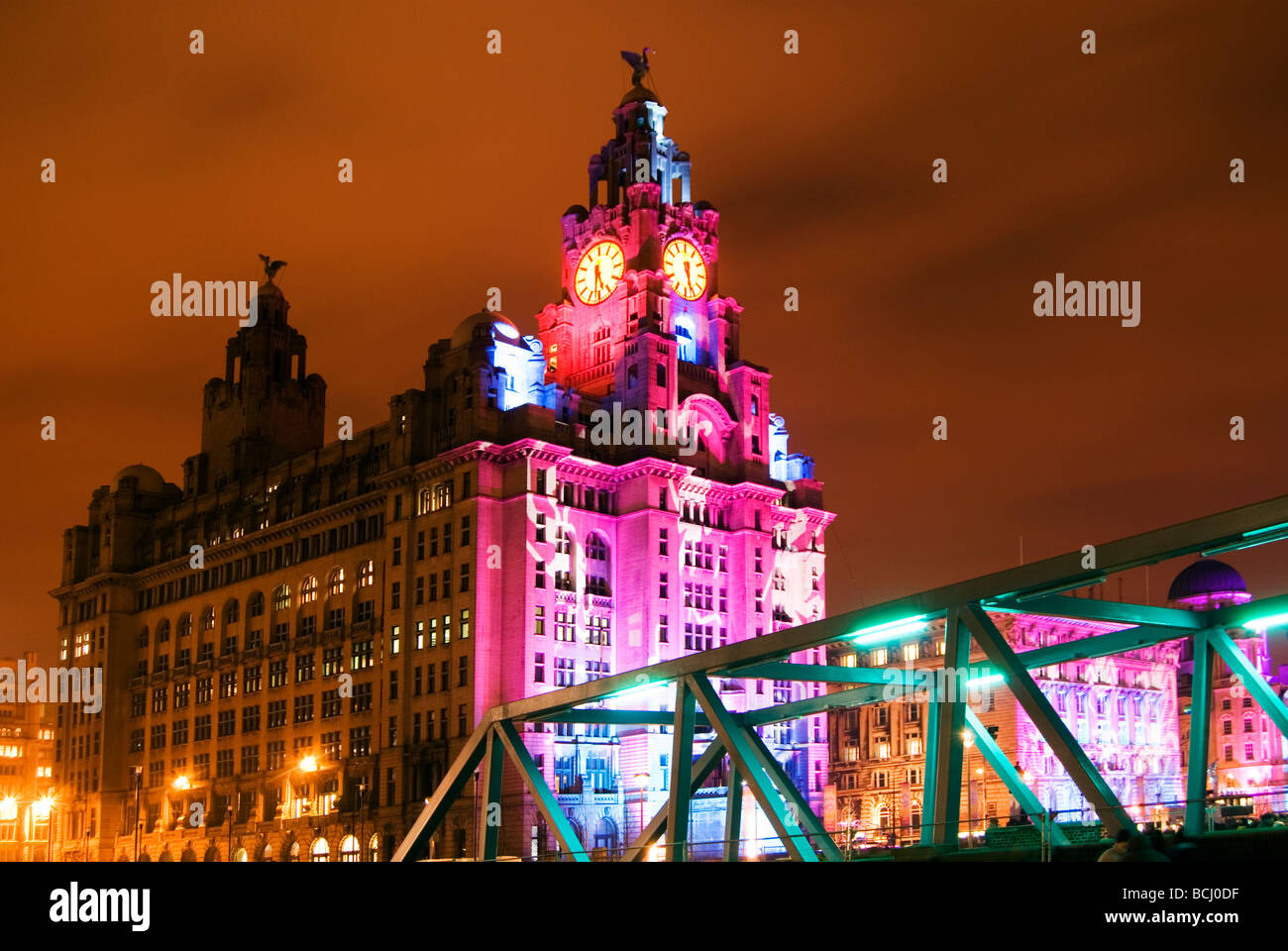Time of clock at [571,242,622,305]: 5:31
